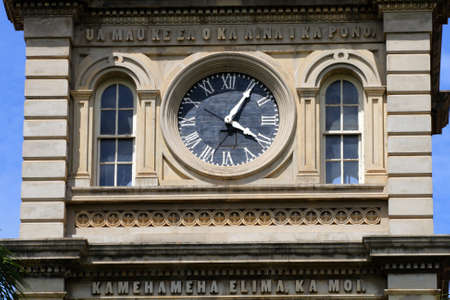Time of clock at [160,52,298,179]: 4:05
